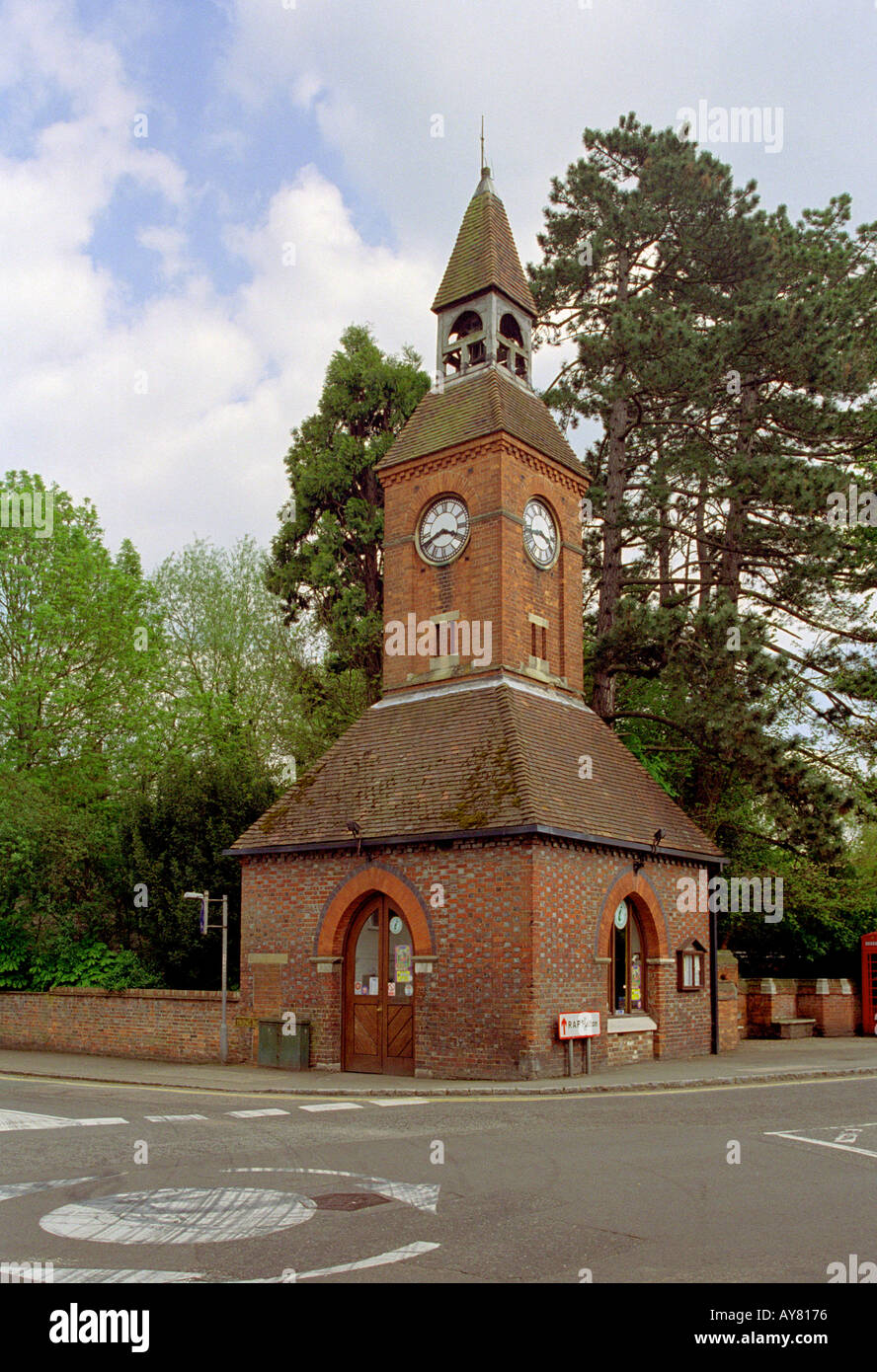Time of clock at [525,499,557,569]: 3:43
